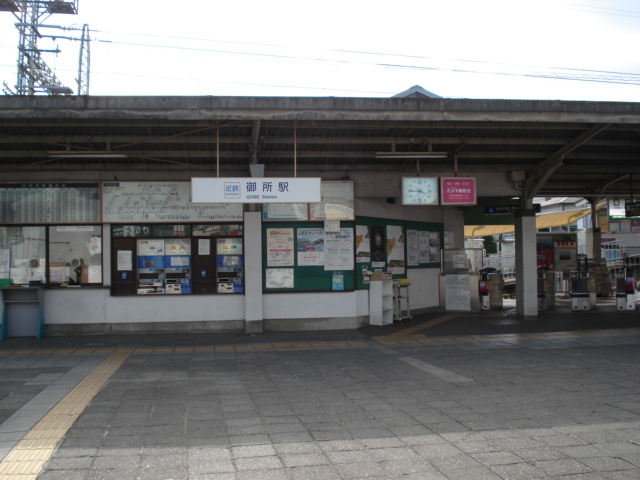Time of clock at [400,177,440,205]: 3:44
